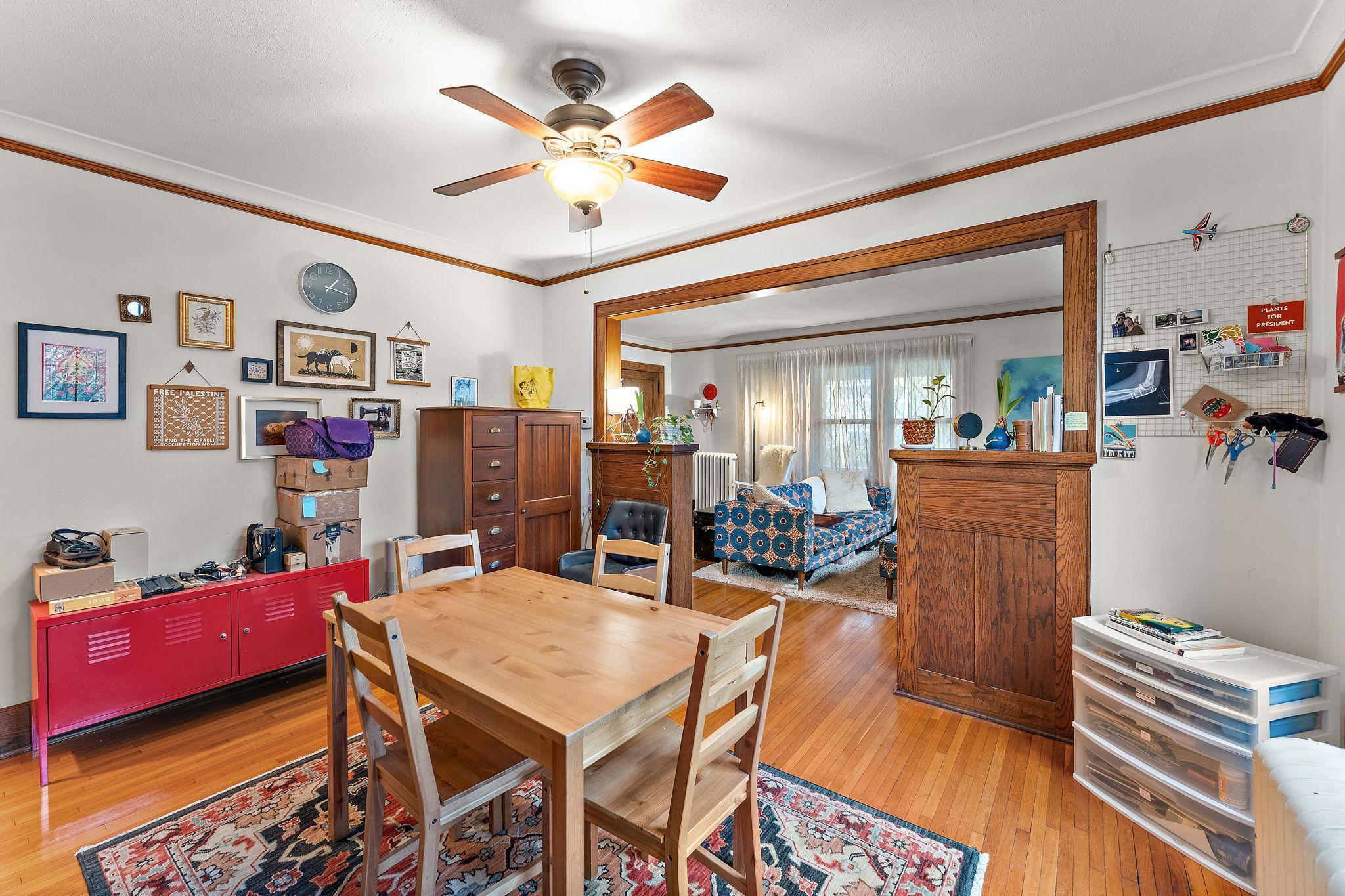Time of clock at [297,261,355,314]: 1:16
